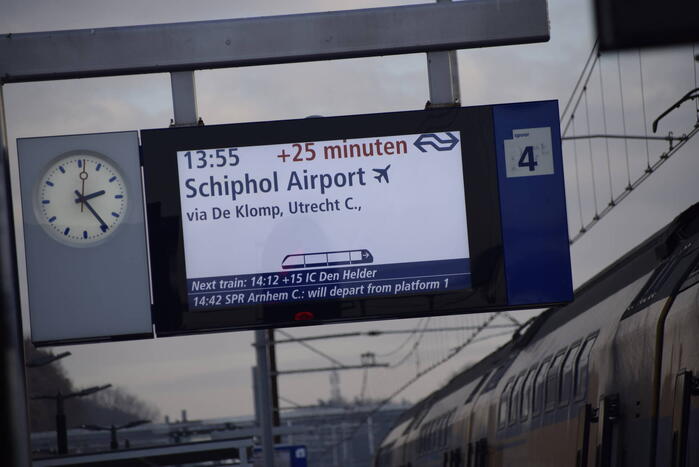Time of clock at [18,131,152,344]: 2:23
